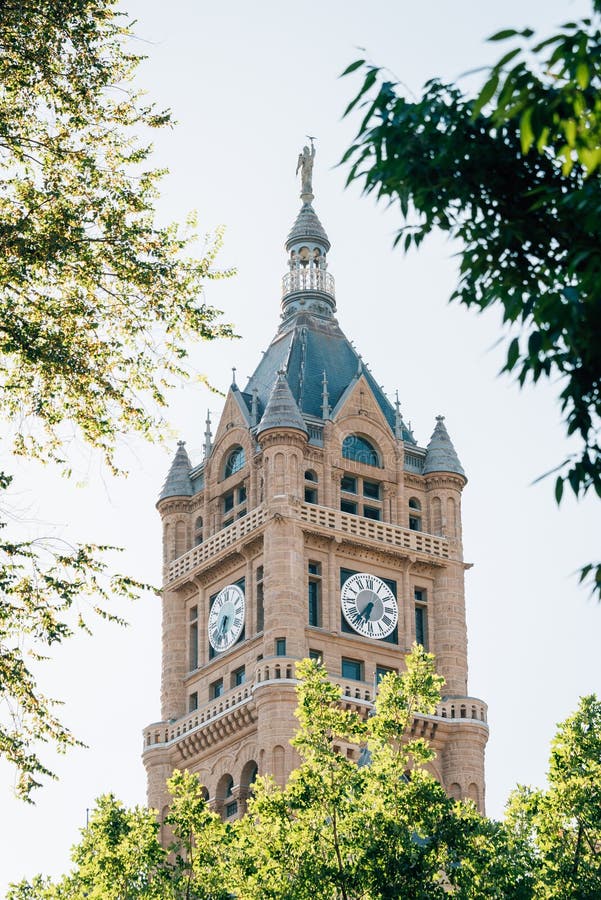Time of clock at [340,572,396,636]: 6:36
